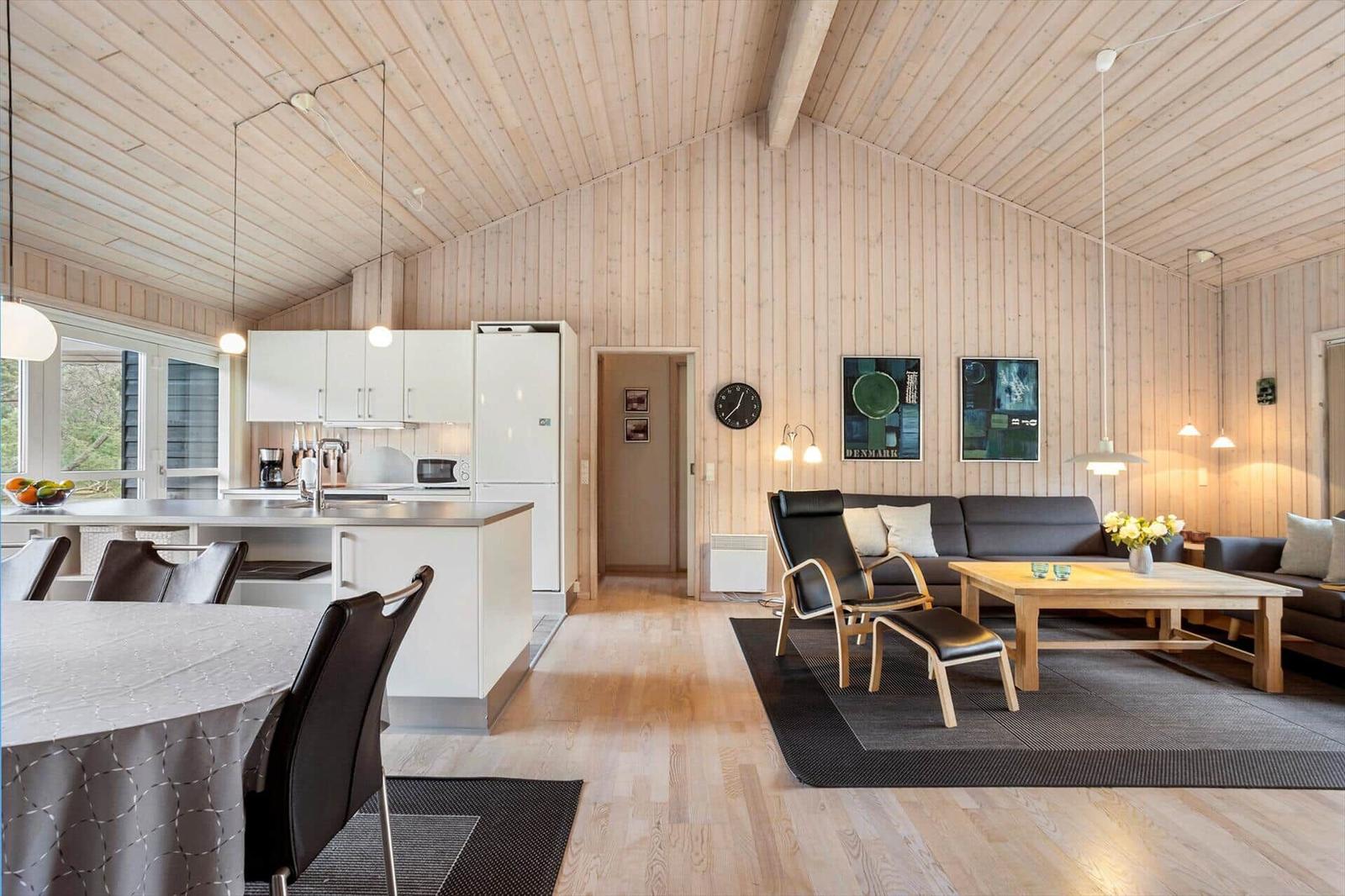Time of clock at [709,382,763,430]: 12:37
